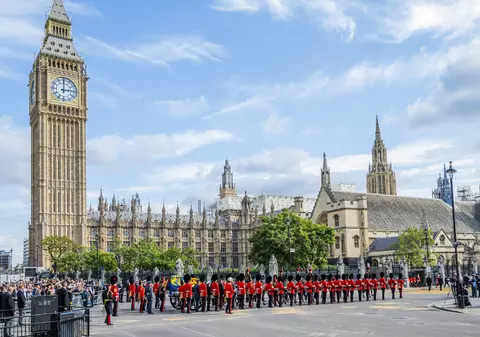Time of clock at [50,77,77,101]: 3:00
